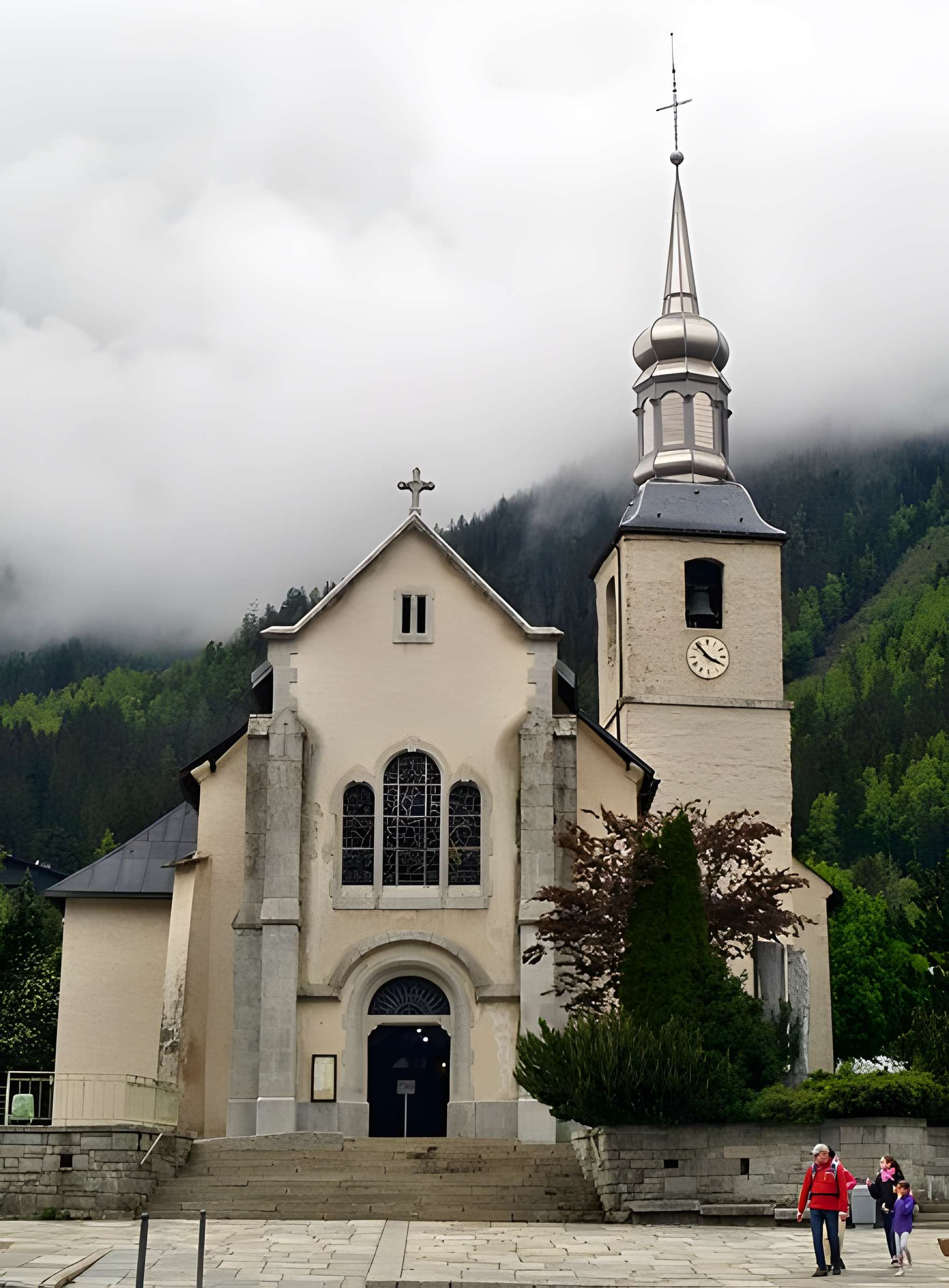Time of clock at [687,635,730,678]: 3:53
